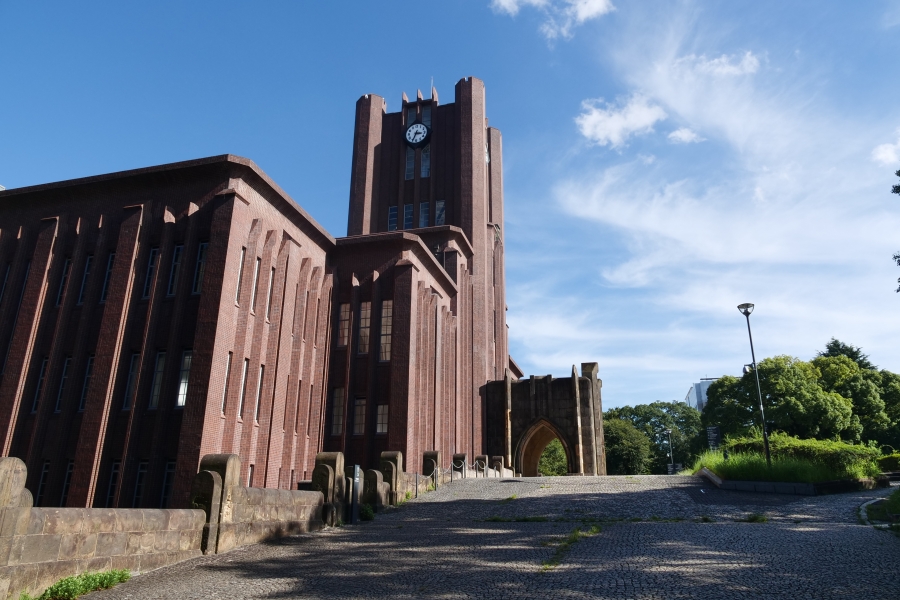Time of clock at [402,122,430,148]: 3:34
